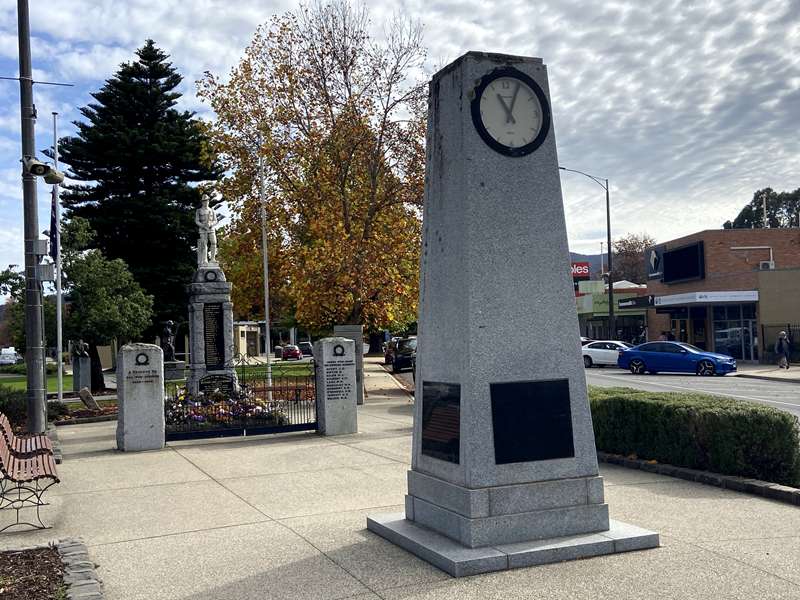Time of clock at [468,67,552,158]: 11:04
